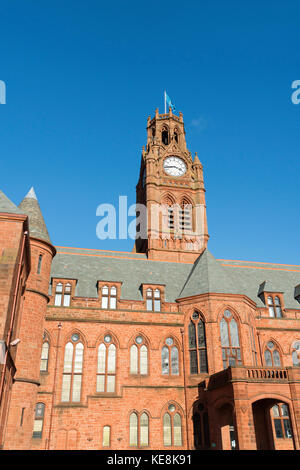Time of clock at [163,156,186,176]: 3:43
